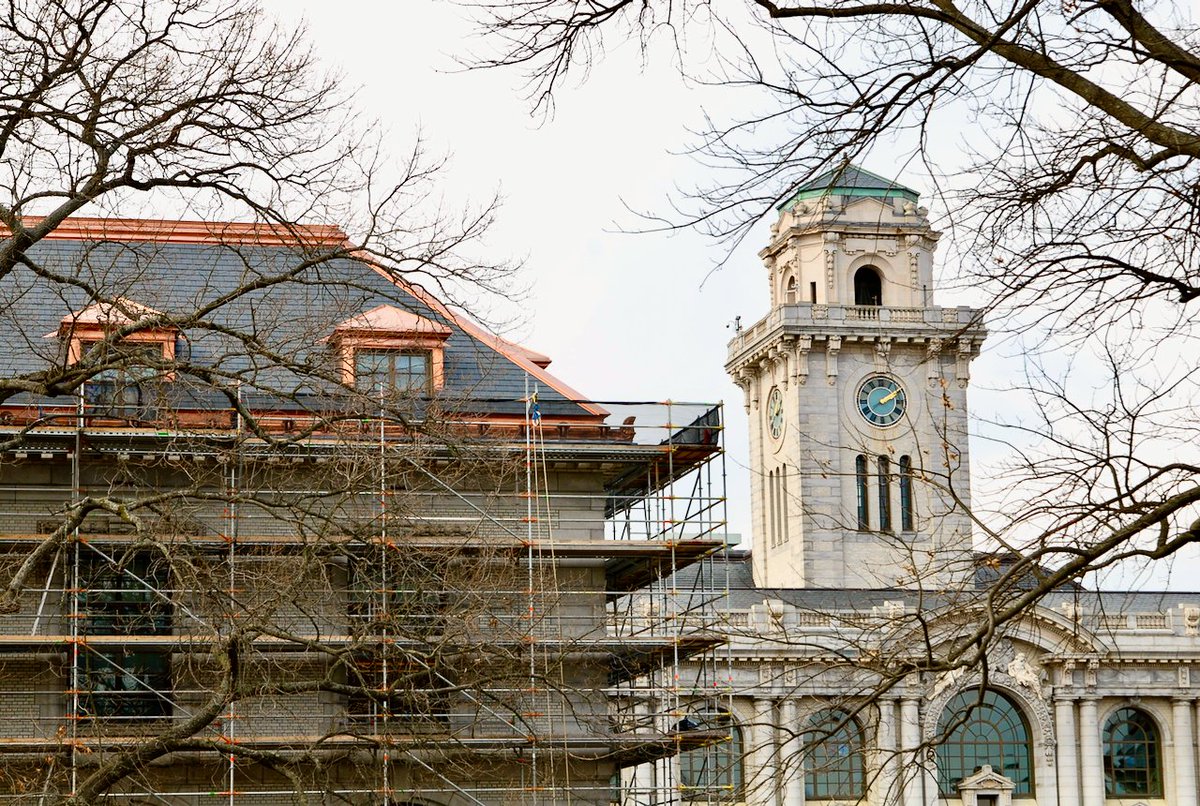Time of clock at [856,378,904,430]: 2:09
